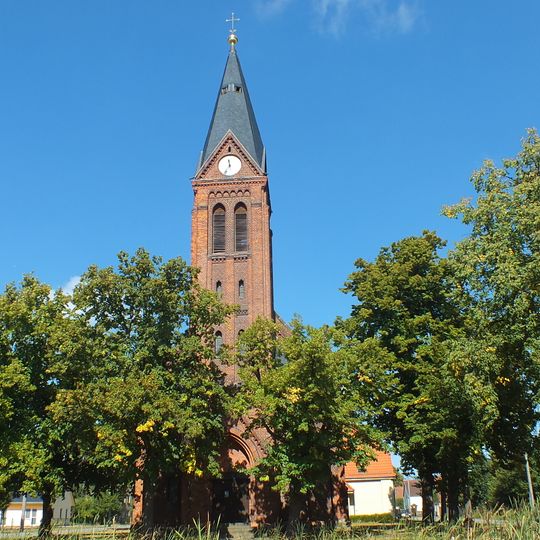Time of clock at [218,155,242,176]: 11:35
